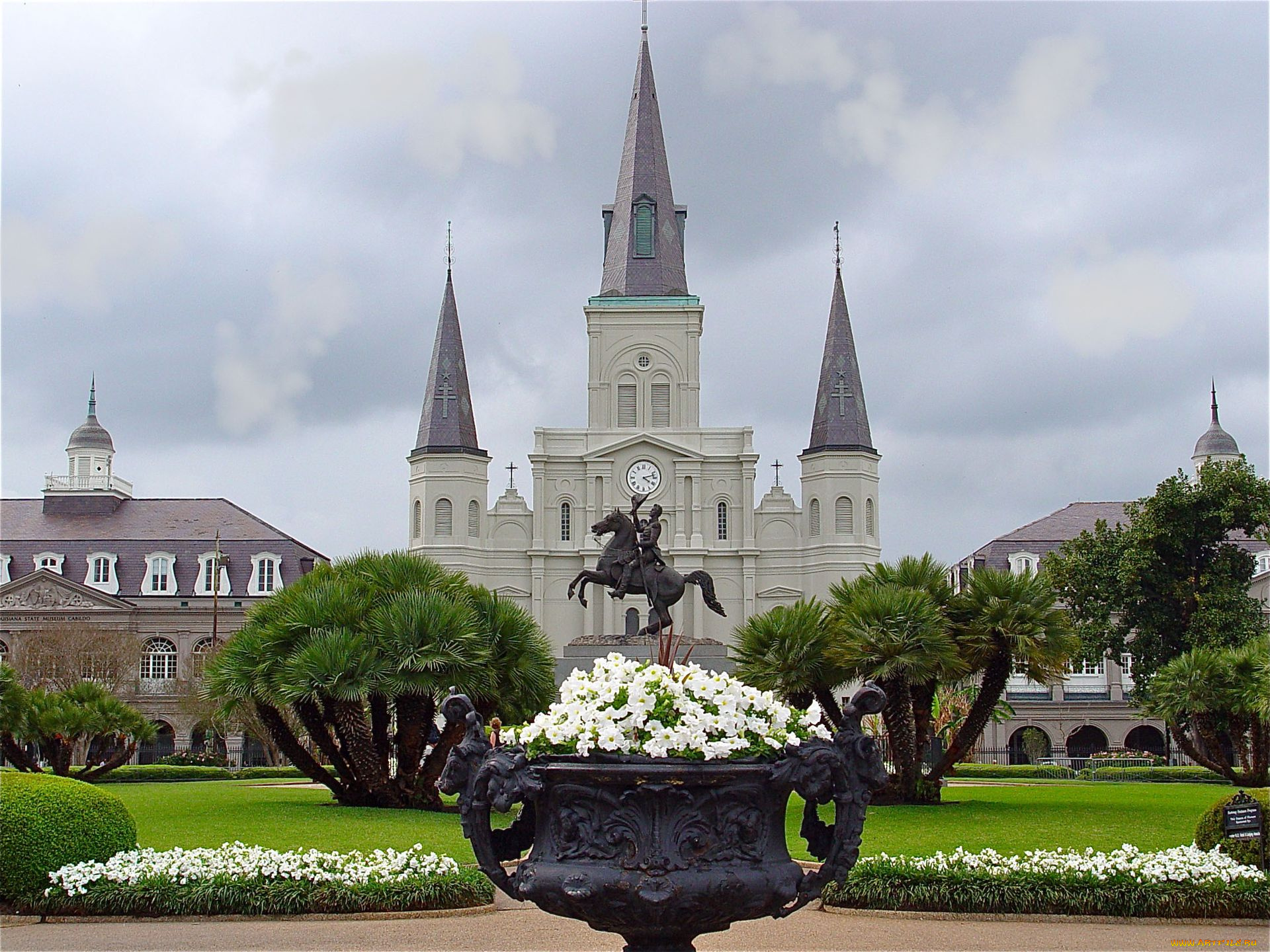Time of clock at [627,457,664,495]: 4:12
